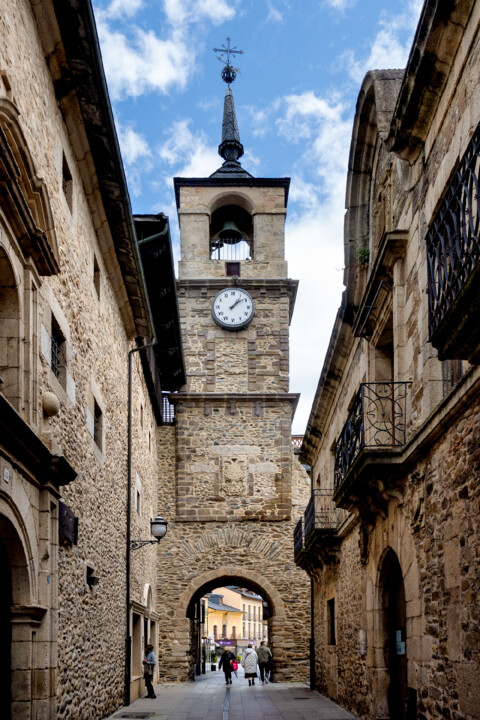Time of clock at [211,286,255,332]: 1:08
